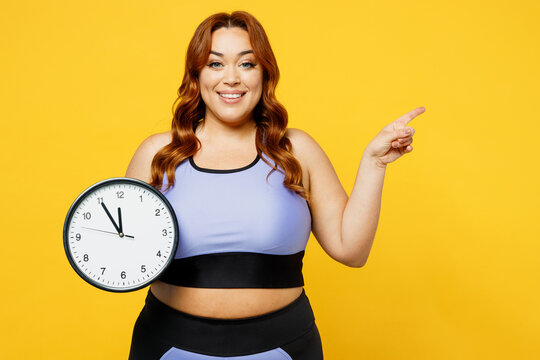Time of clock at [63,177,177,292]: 11:54
